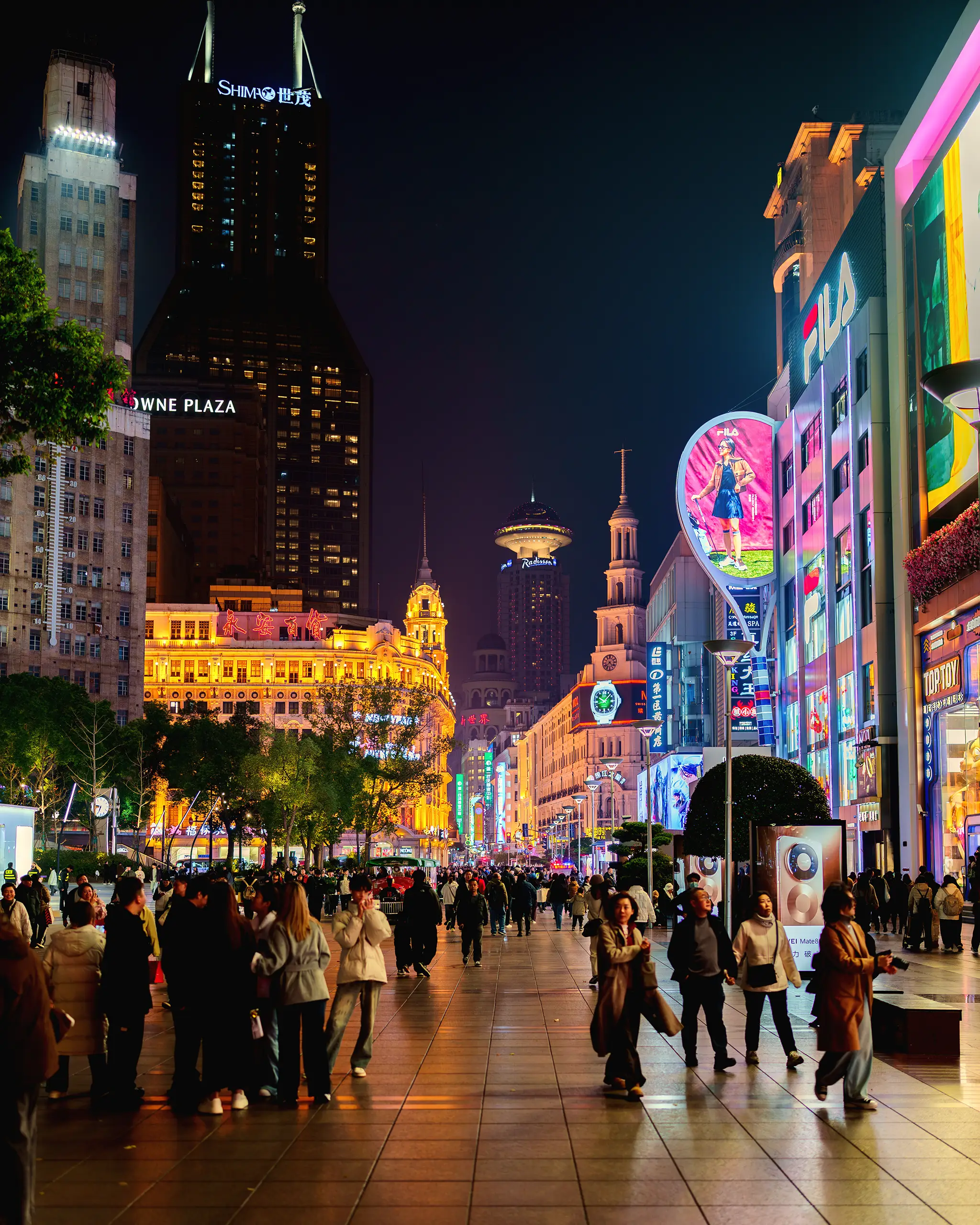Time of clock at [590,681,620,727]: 10:07
